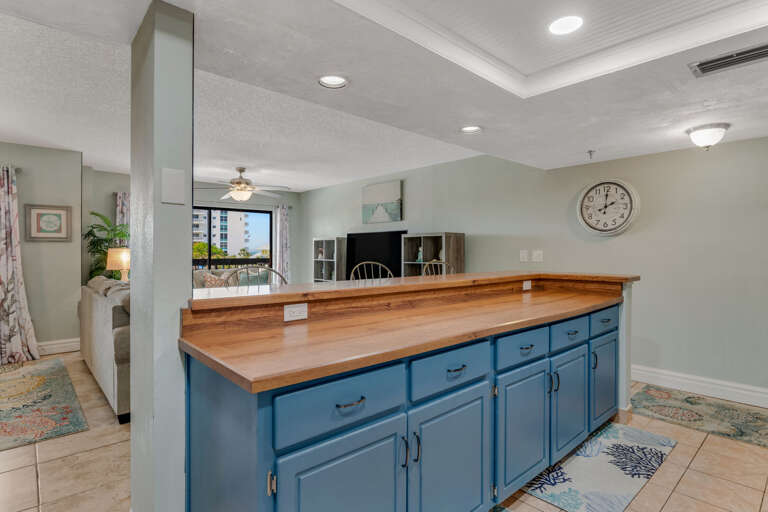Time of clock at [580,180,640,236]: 2:00
